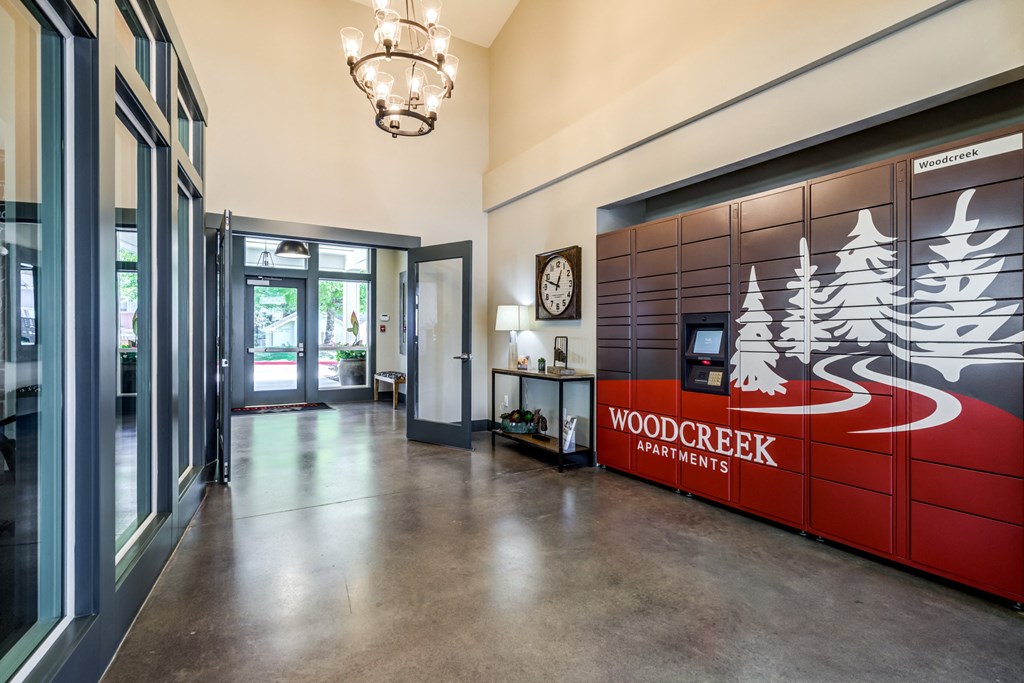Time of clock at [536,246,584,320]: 12:47
